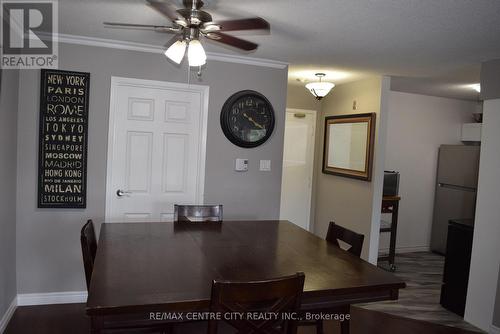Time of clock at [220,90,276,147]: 4:20
